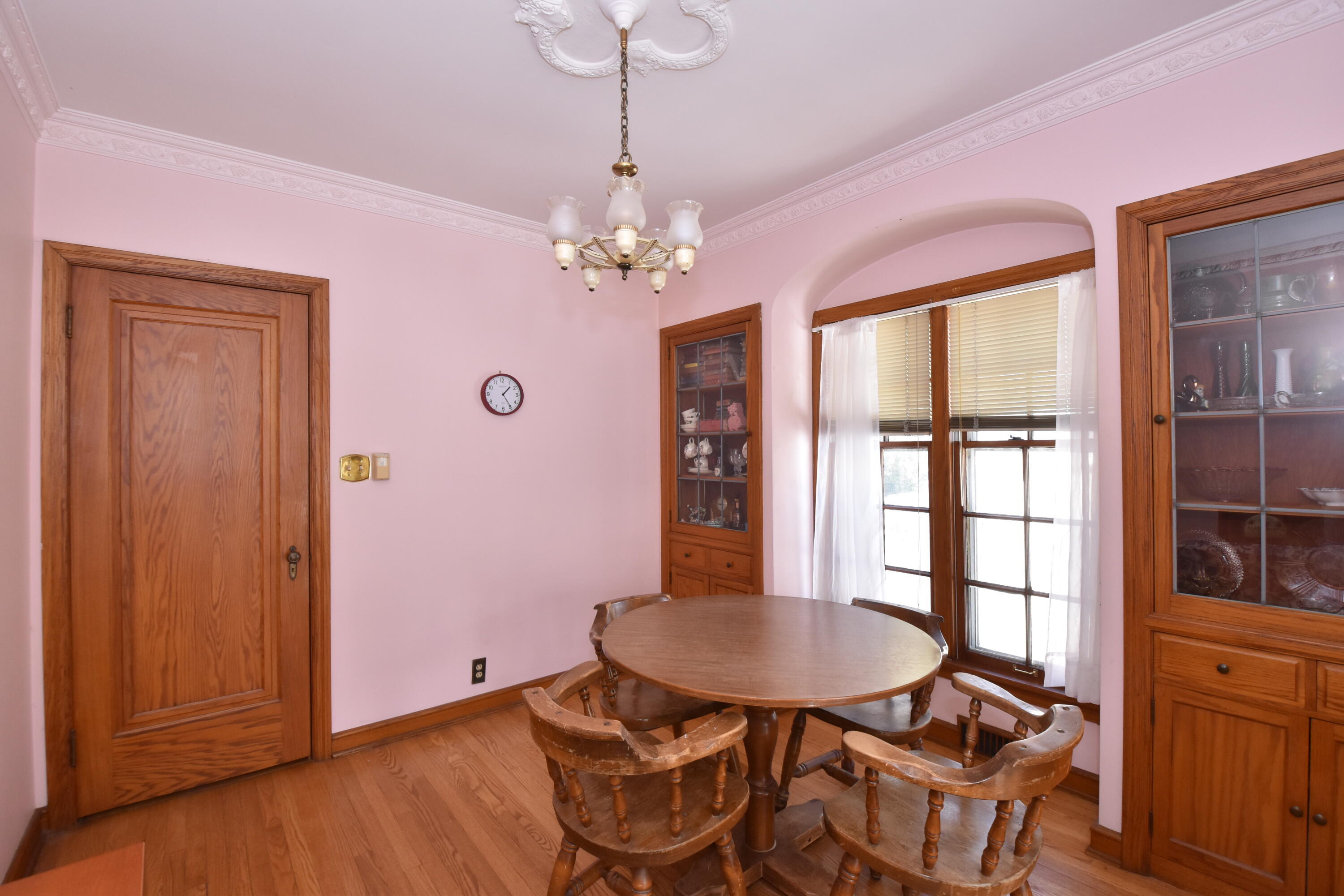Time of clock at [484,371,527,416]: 1:24
